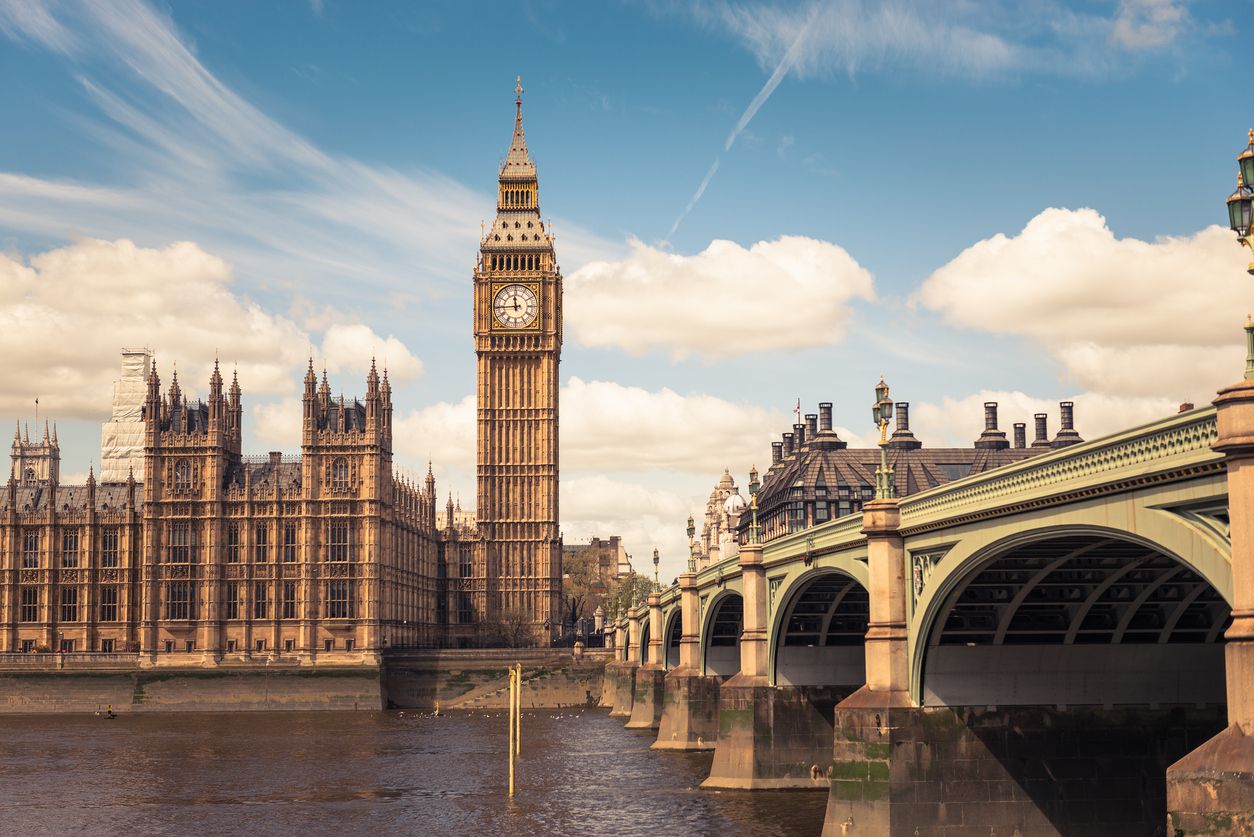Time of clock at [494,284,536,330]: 11:44
